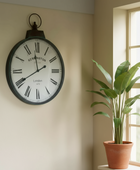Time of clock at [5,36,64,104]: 11:40
